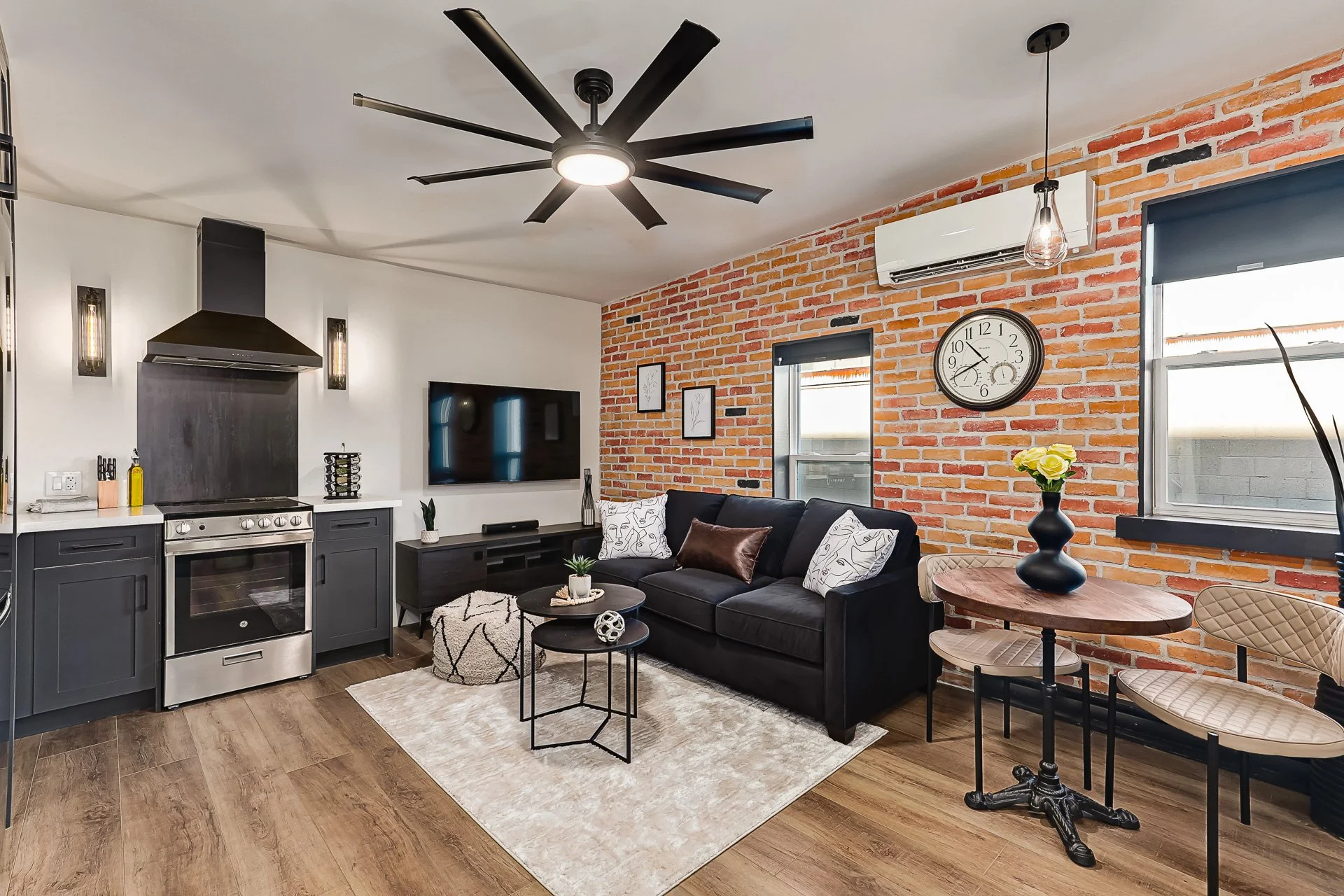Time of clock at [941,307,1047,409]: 10:40
